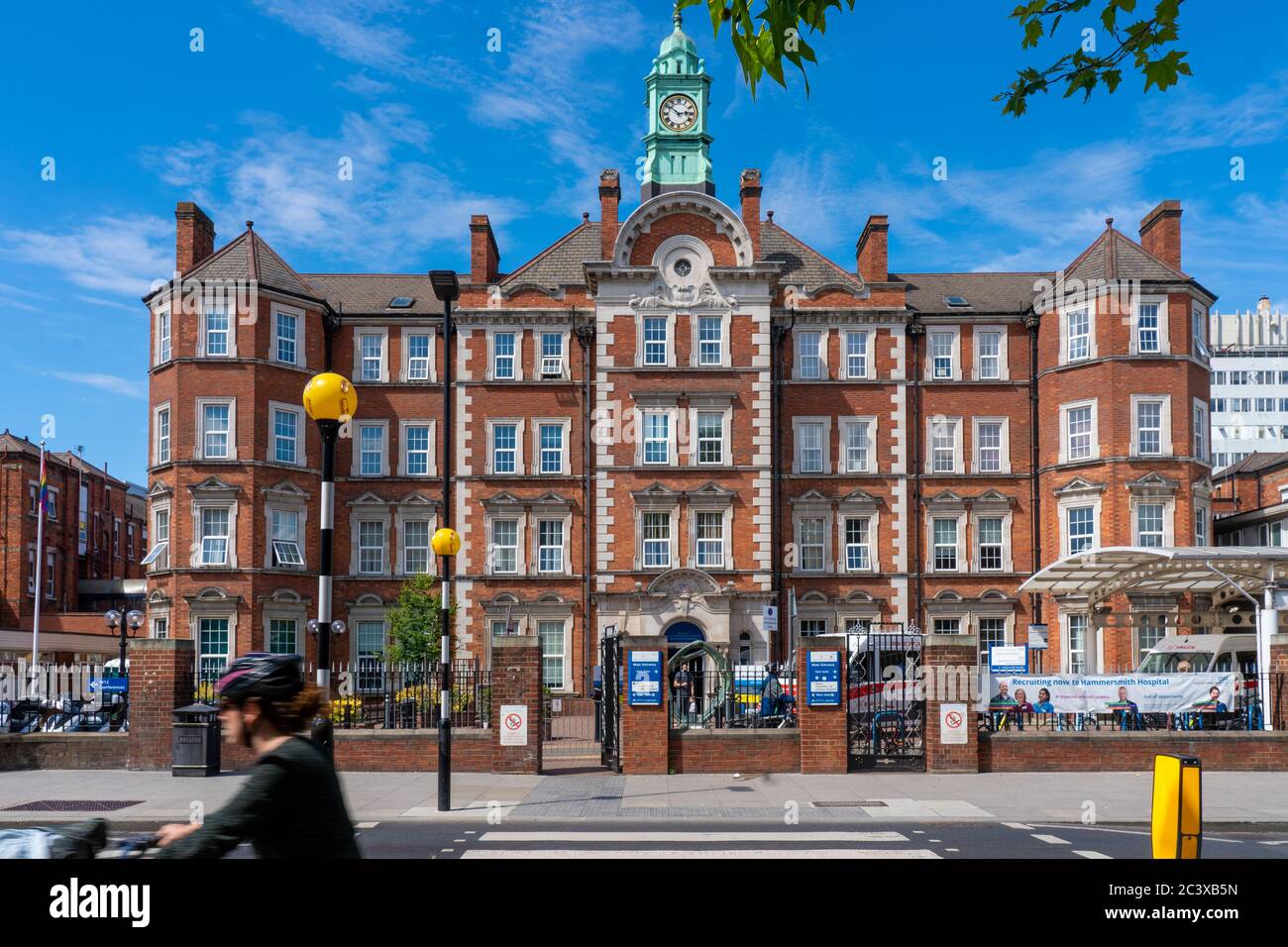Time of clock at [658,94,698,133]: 2:51
